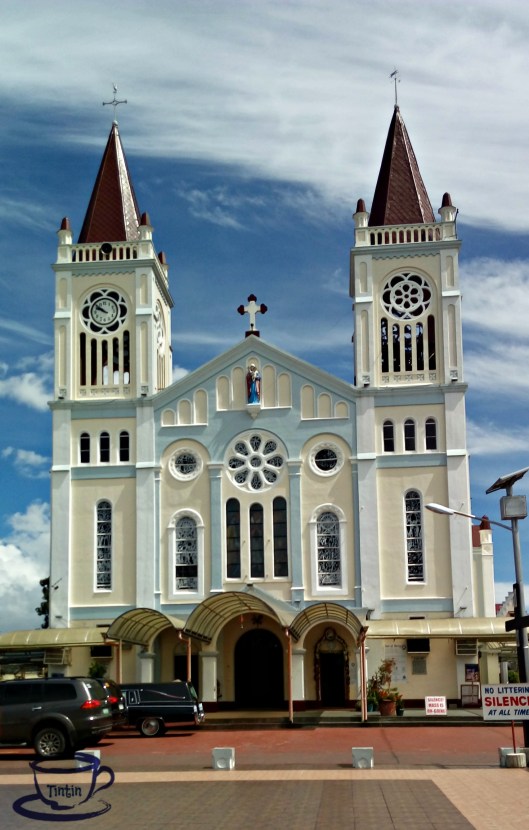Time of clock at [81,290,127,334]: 9:51
